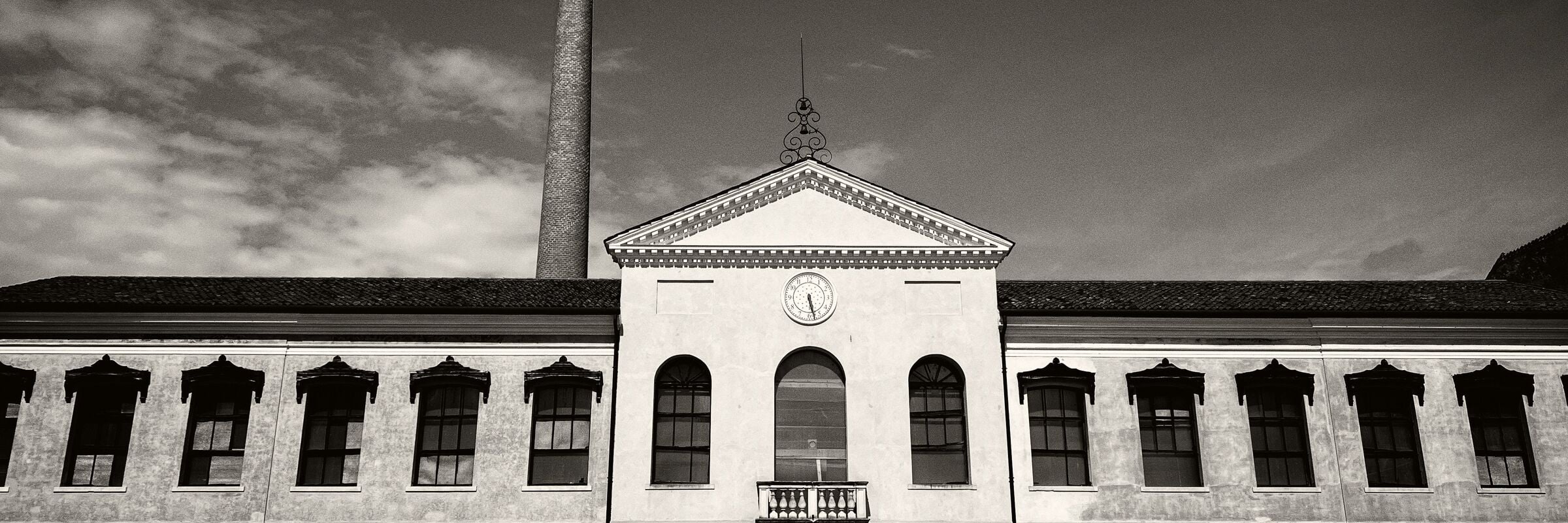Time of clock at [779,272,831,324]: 5:27
